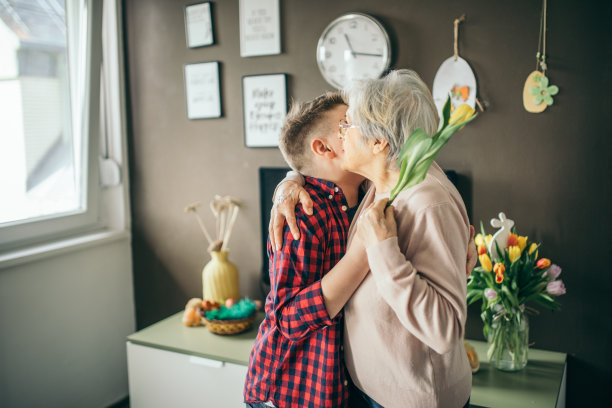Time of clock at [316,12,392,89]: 11:16
